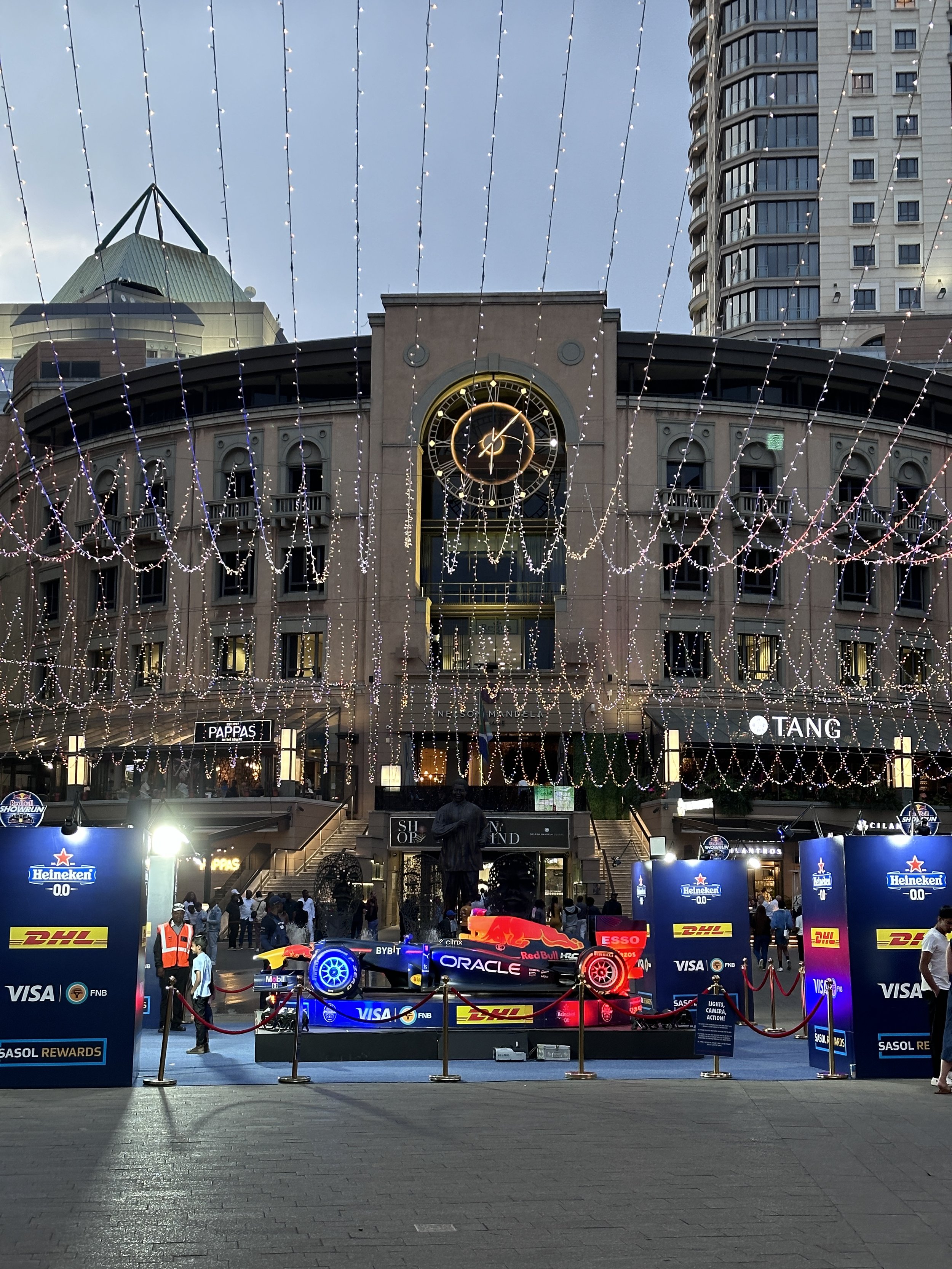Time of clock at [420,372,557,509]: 6:07
